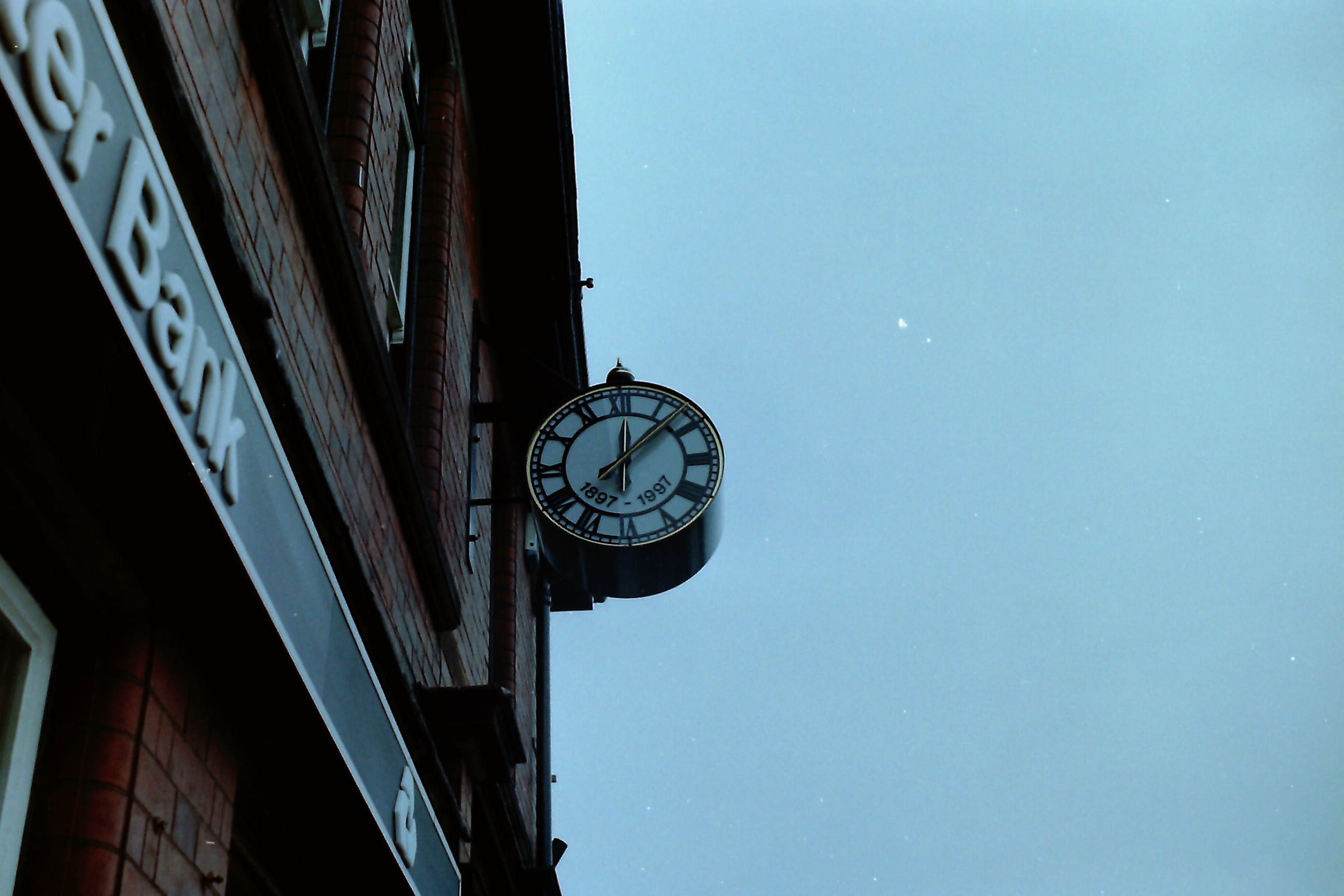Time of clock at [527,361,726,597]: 12:07
